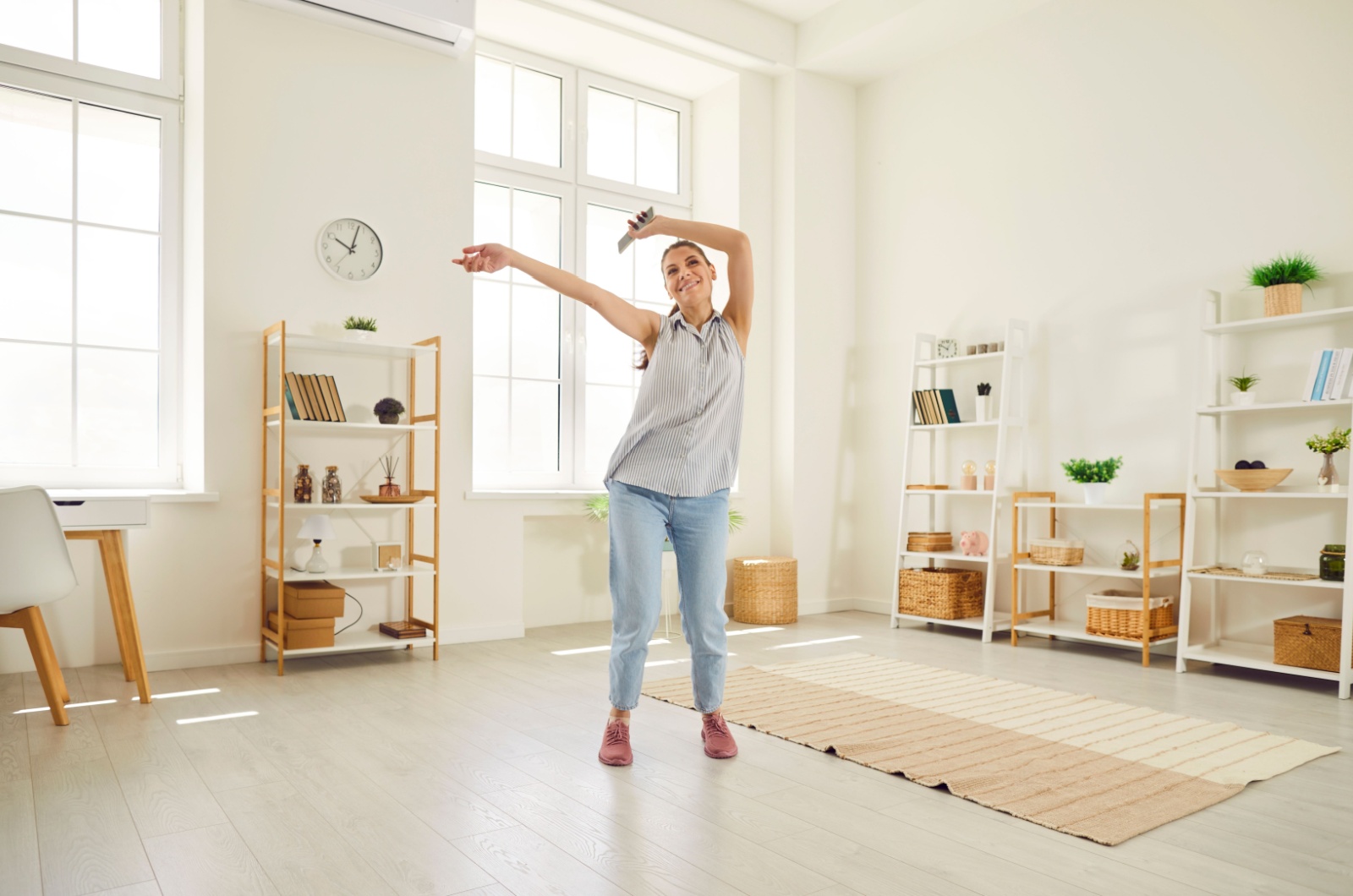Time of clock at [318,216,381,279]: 10:02
